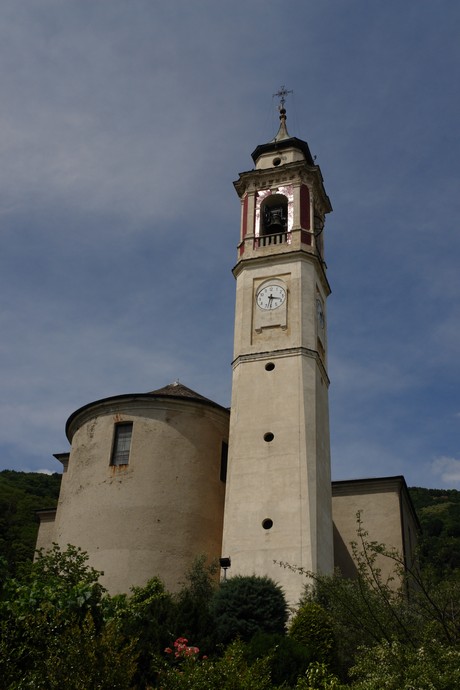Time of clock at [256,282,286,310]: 3:32
